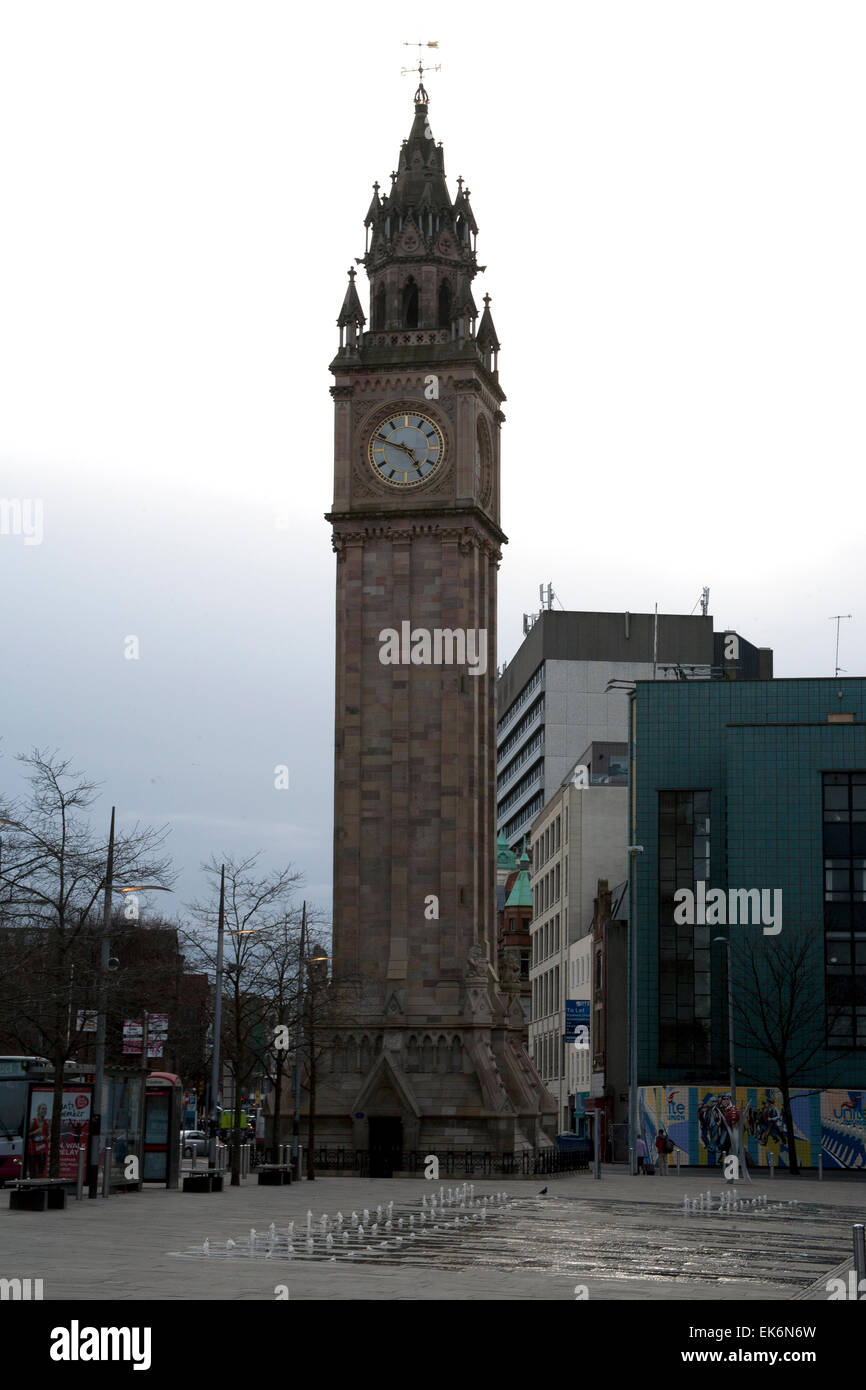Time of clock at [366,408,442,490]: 4:48
